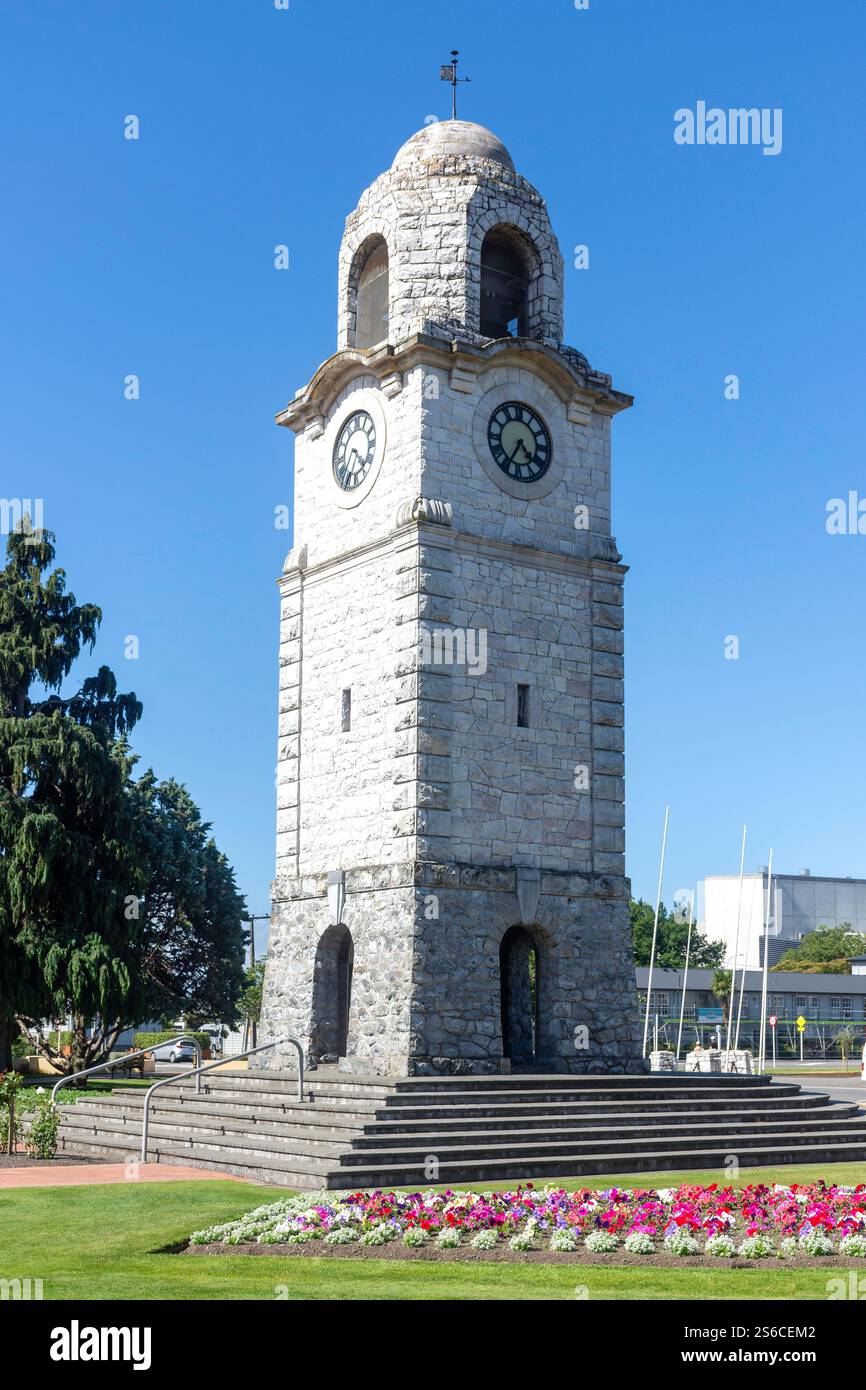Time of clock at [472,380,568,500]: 4:35
